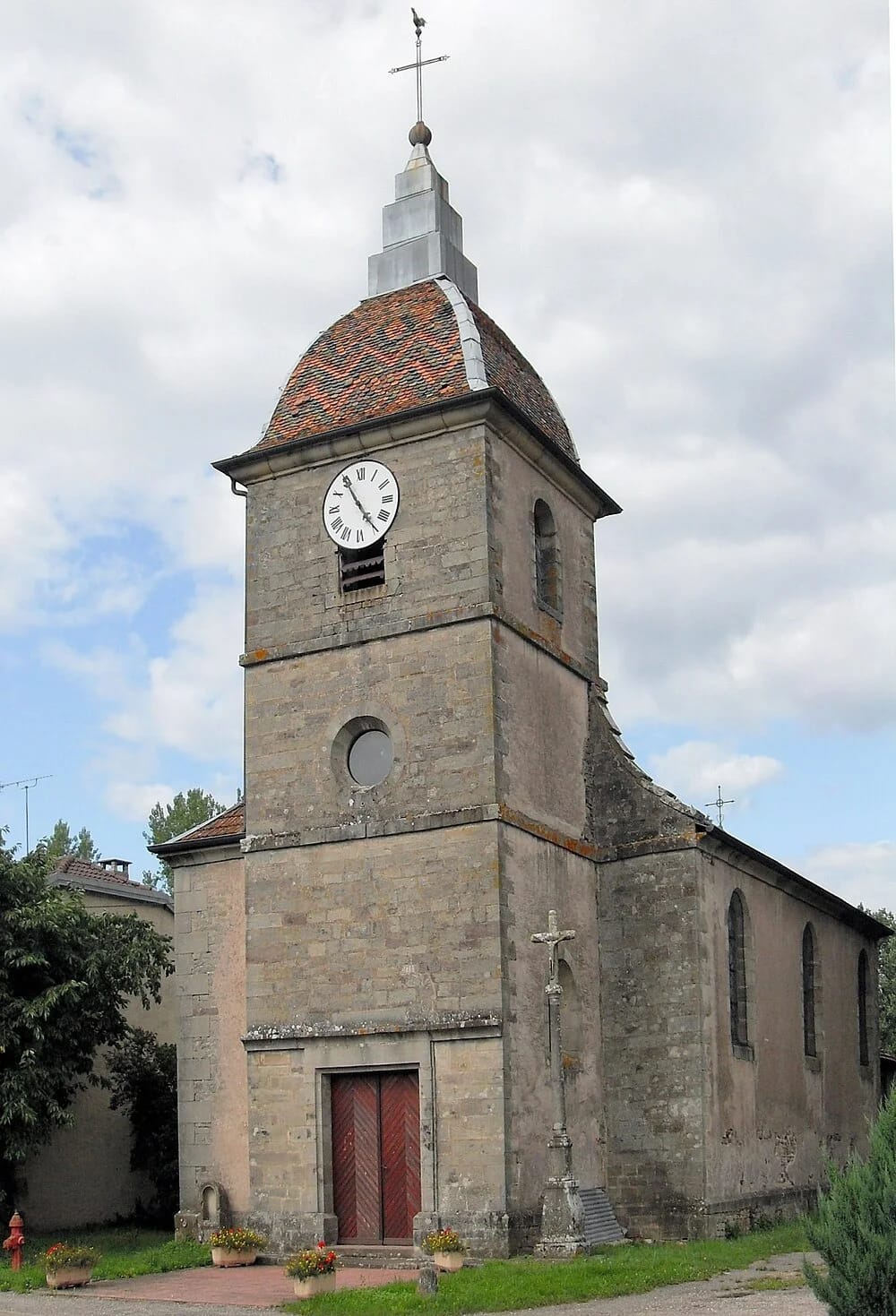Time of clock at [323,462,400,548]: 4:54
